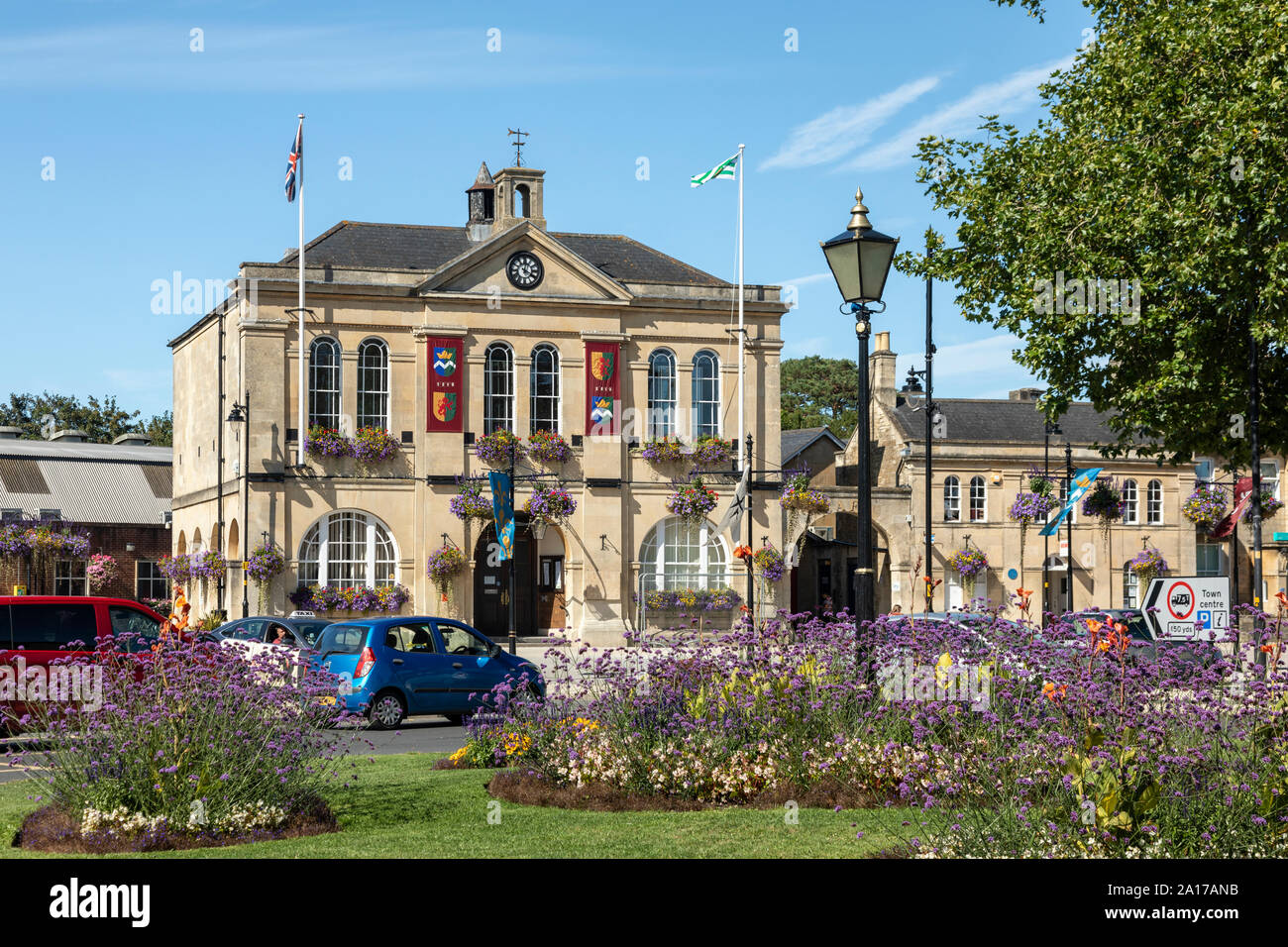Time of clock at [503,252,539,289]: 4:01
